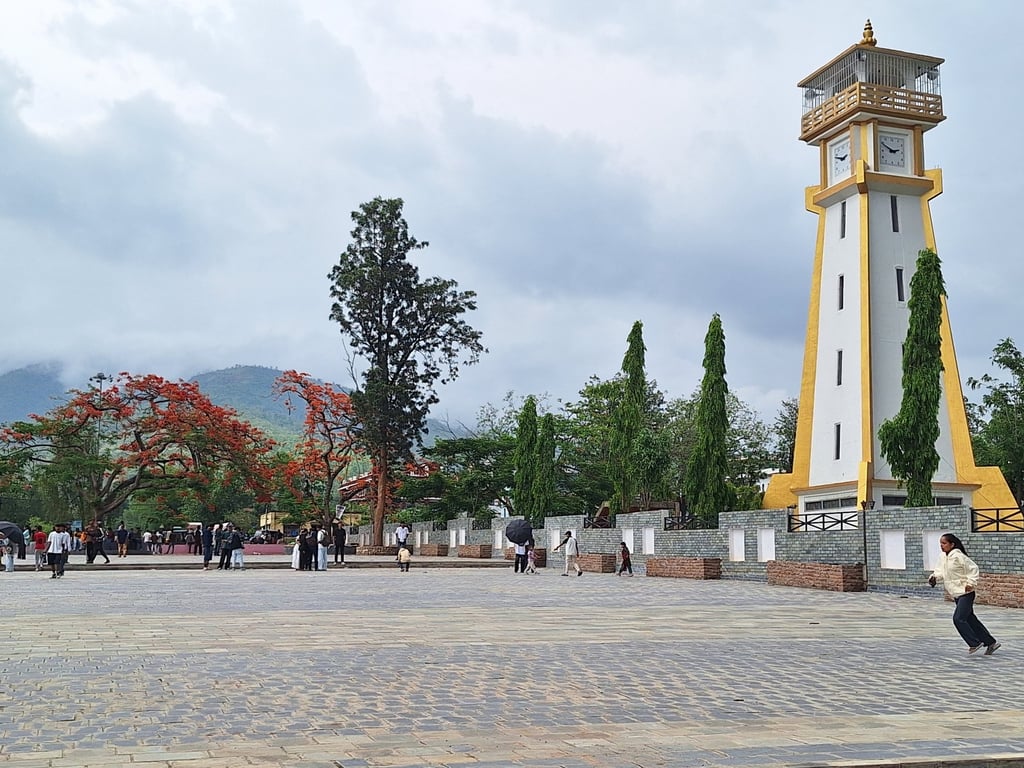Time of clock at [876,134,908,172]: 2:49
